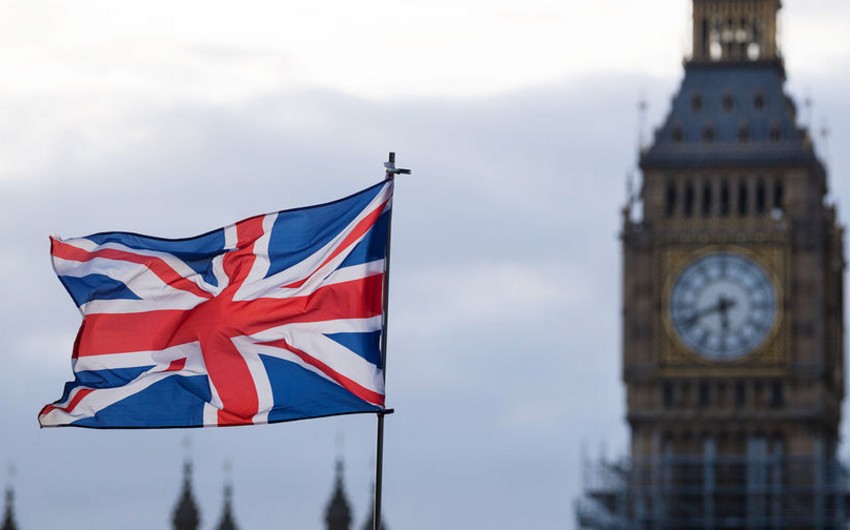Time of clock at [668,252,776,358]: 5:41
